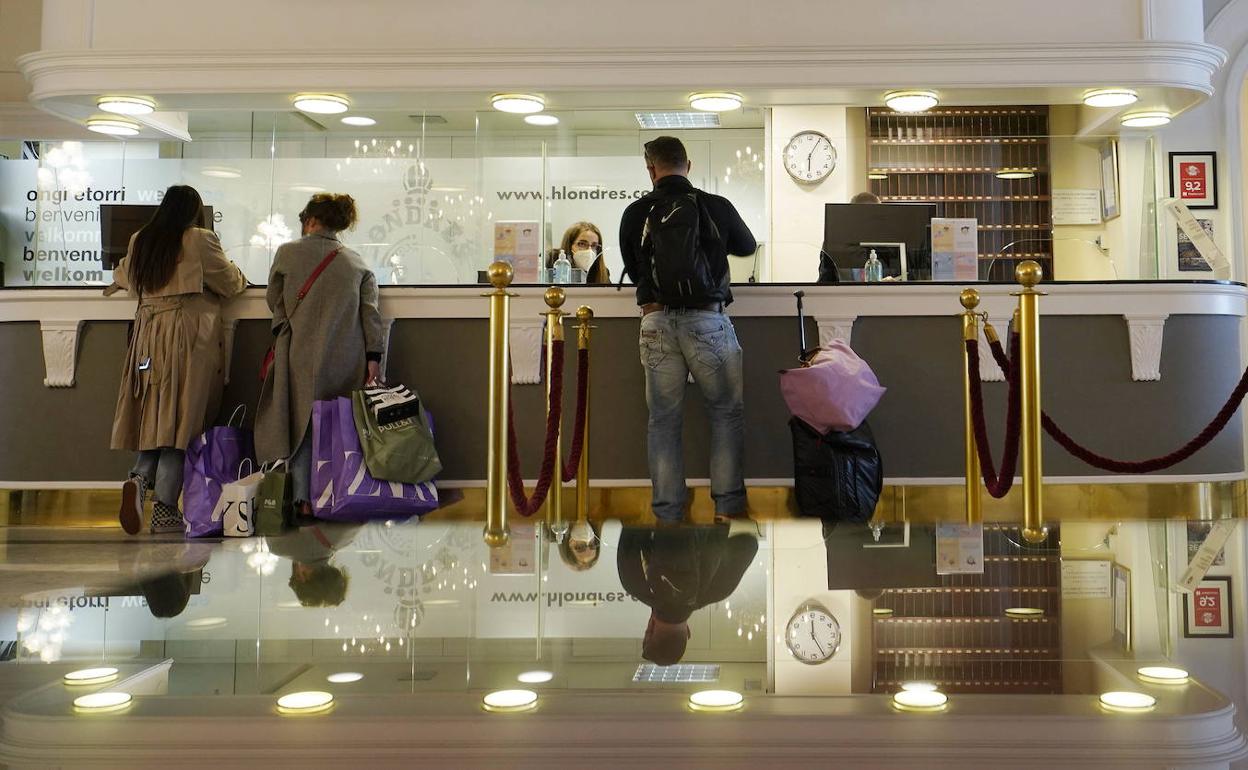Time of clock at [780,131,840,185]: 6:05
